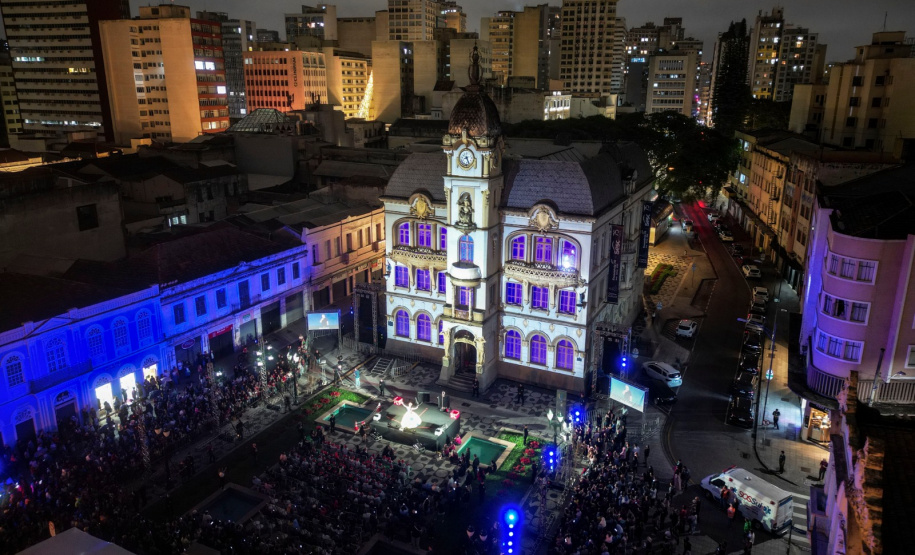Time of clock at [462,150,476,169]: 8:26
